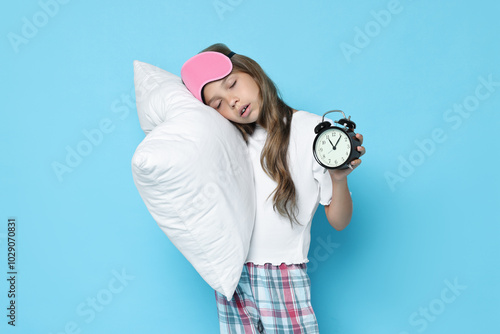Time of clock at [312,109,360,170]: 11:06
